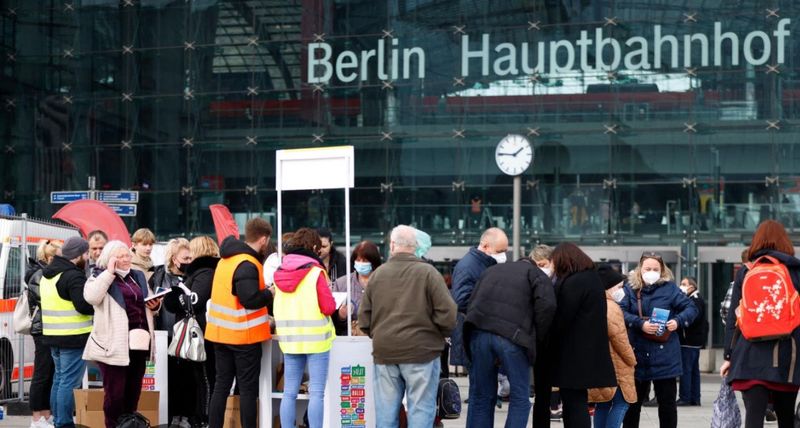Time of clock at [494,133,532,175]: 1:45
